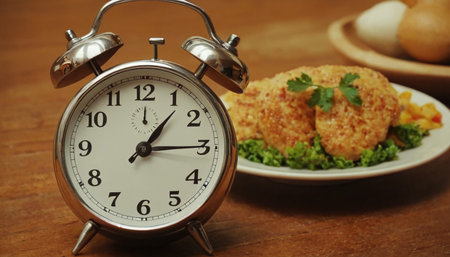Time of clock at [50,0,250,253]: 1:14
